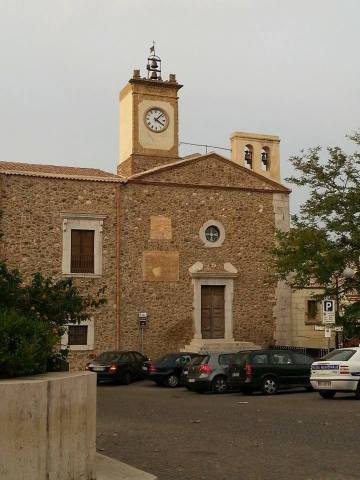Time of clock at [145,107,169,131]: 4:07
